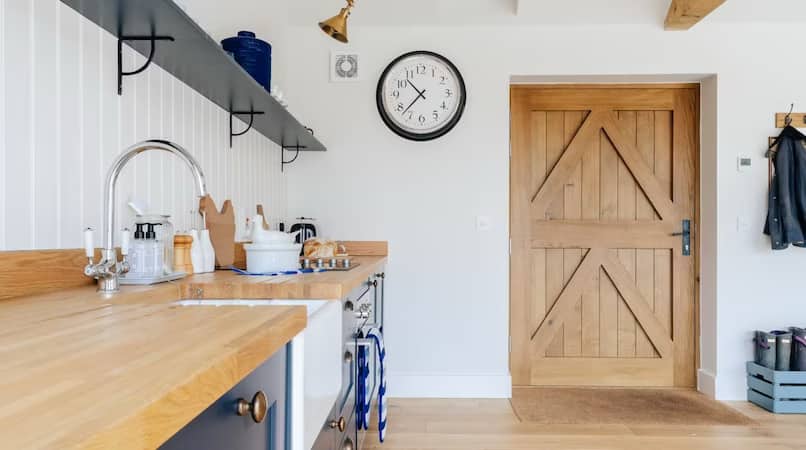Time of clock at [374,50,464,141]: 10:37
